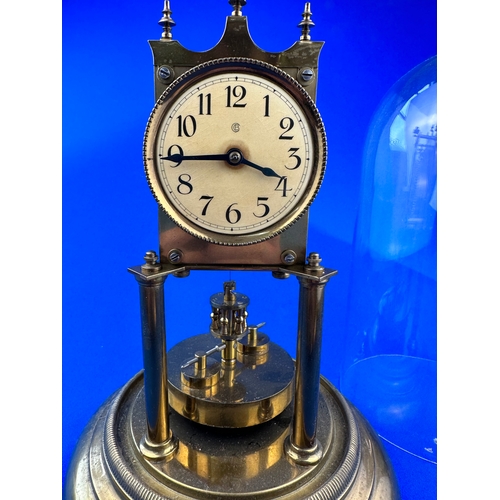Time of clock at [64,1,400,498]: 3:44
